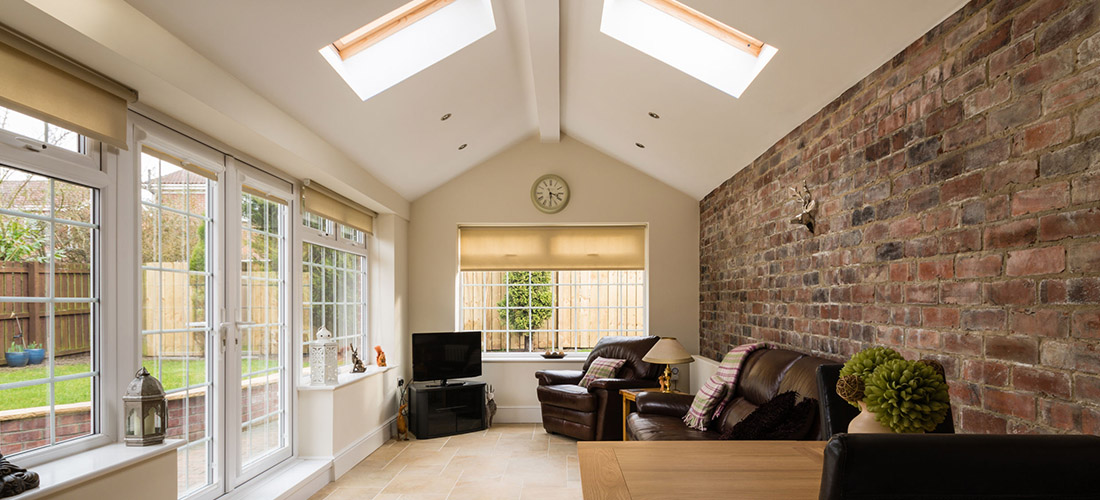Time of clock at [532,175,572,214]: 3:29
